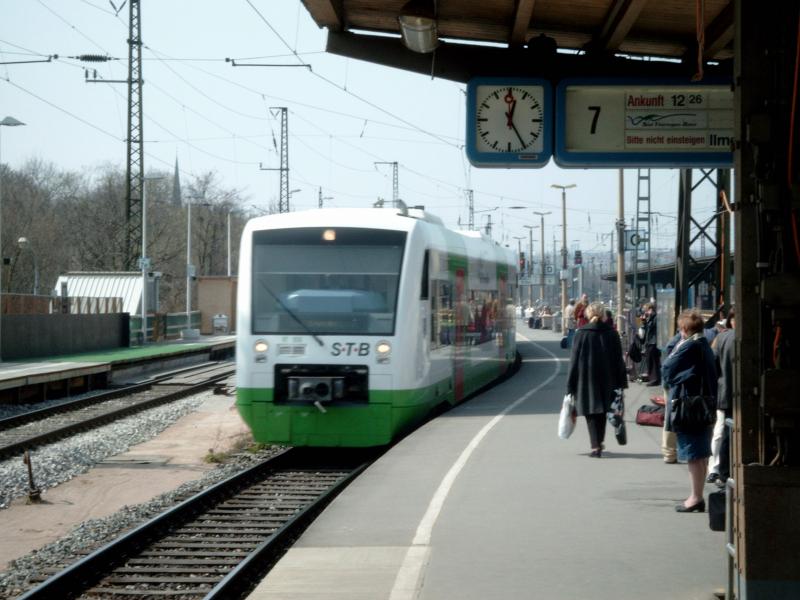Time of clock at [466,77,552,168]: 12:24
